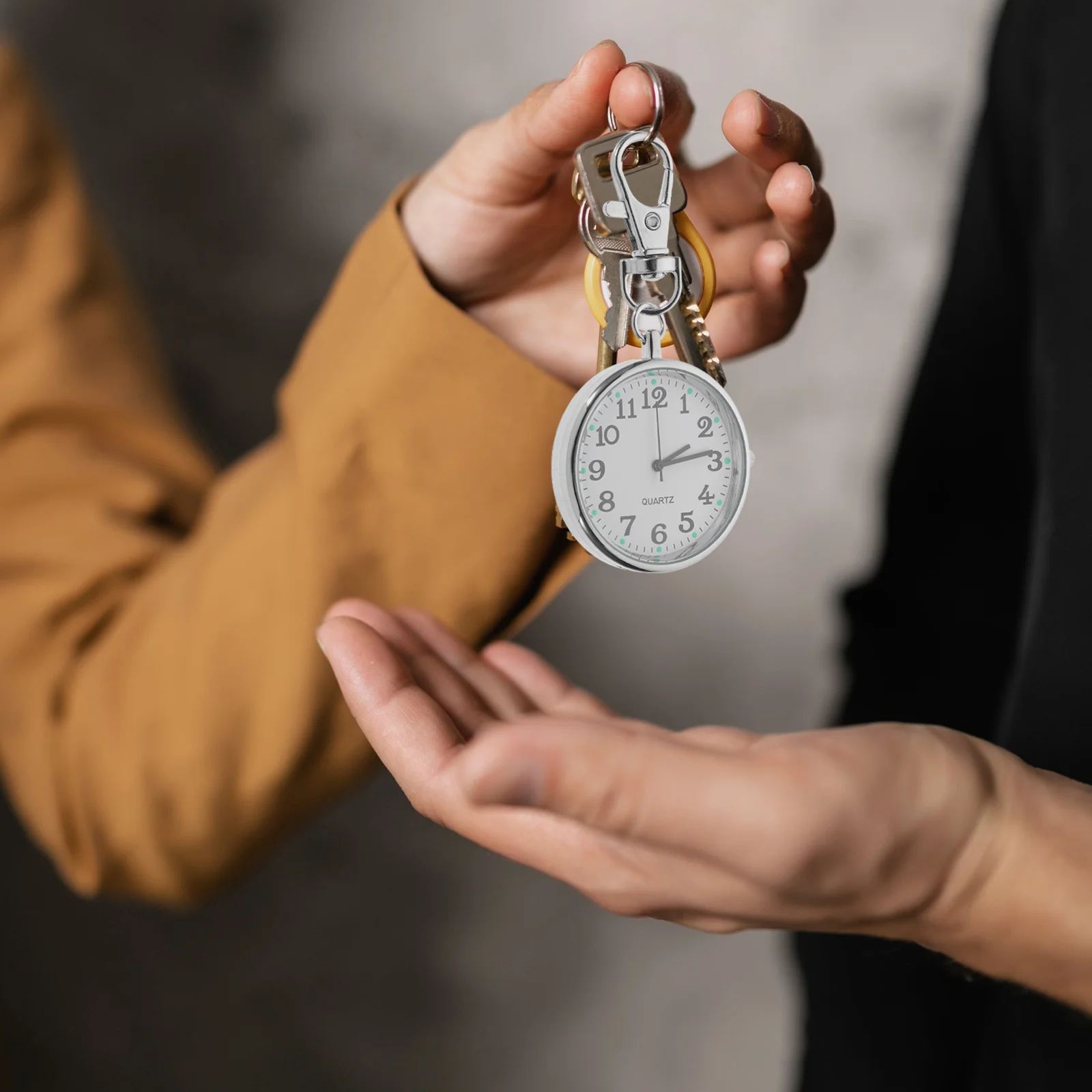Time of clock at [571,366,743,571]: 2:13
